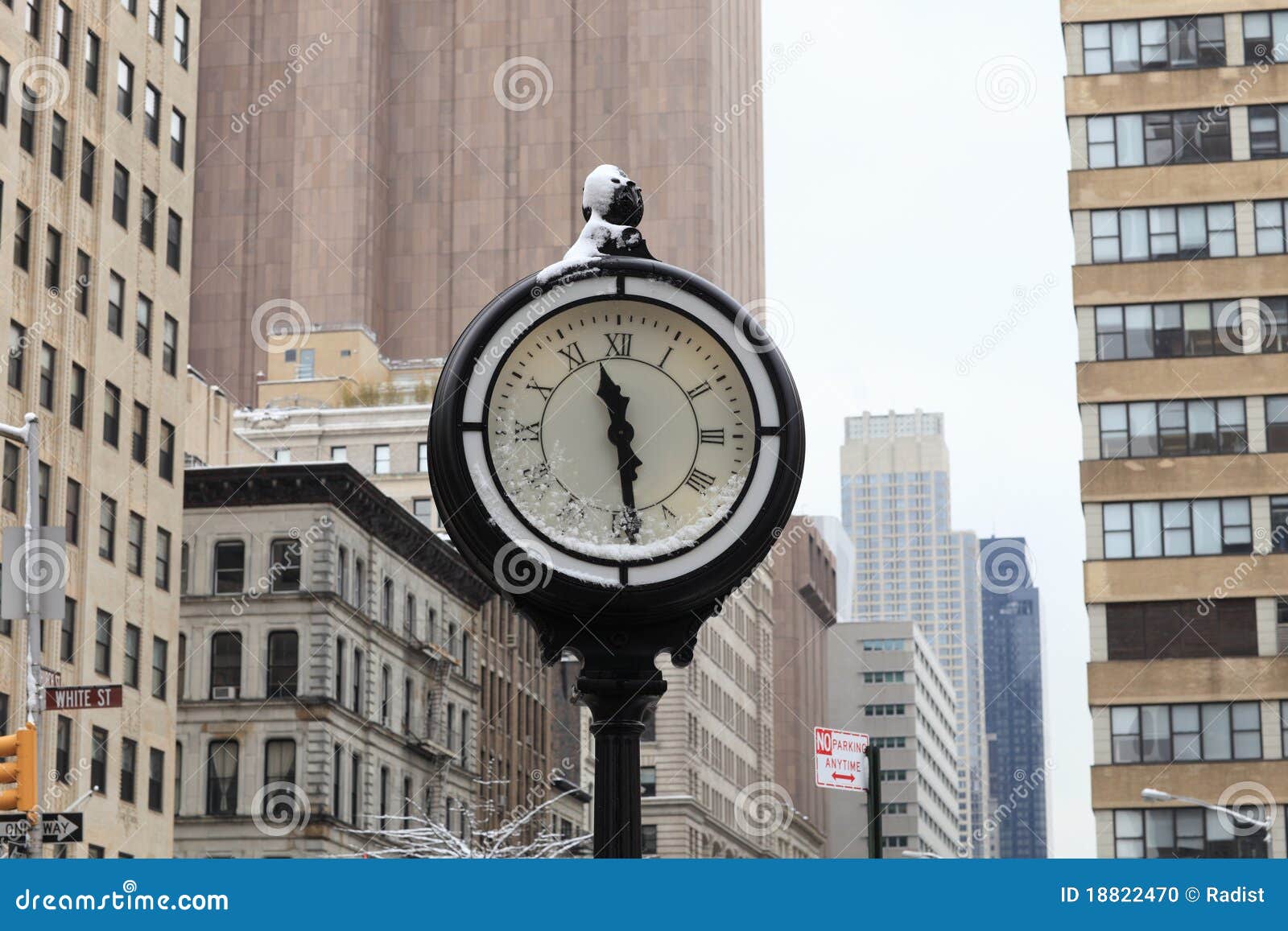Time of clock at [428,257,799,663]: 11:29
